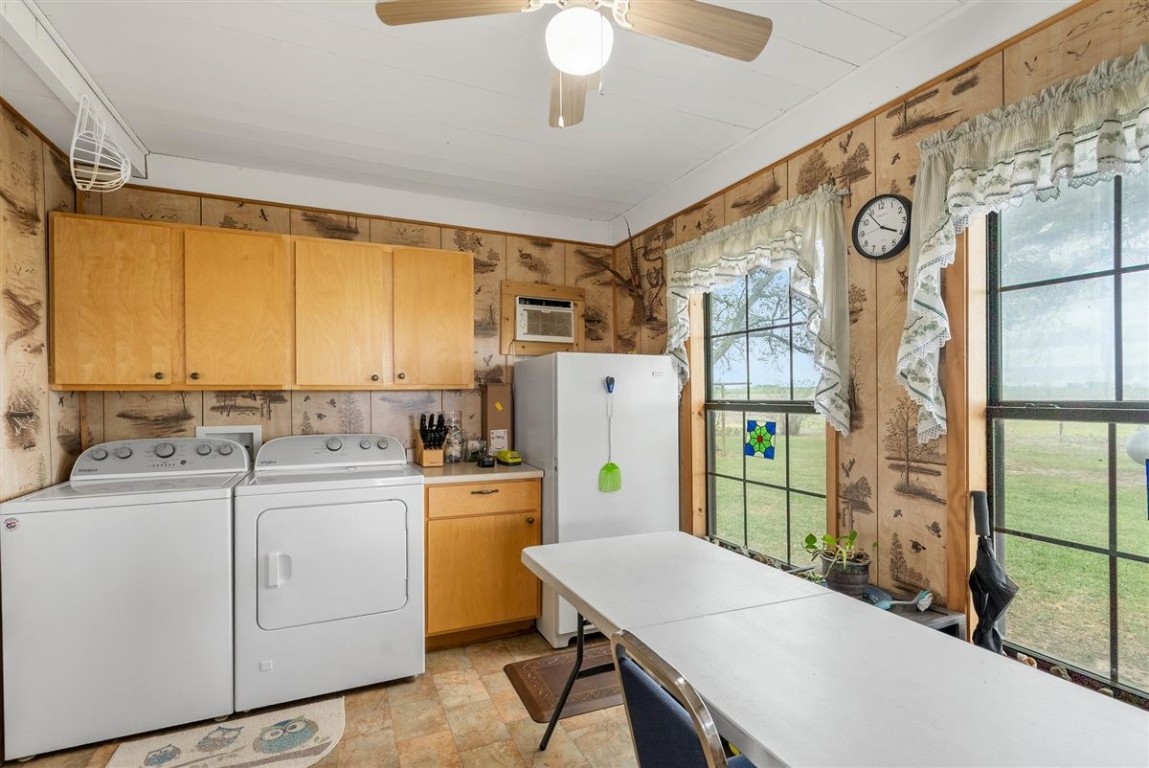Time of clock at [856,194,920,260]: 3:53
